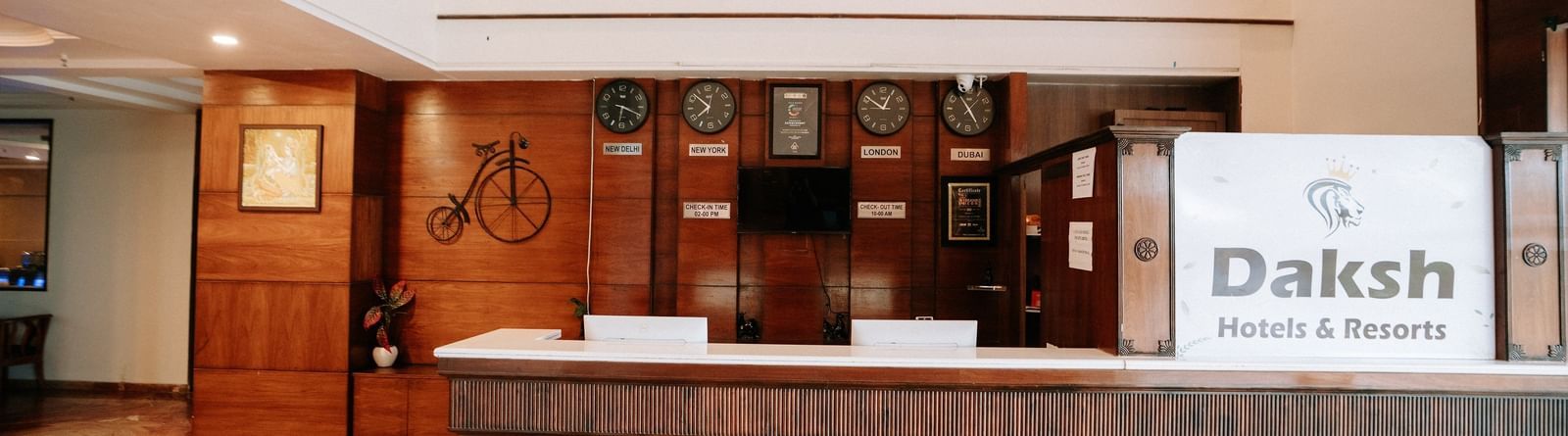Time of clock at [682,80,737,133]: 7:52
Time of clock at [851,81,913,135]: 12:50
